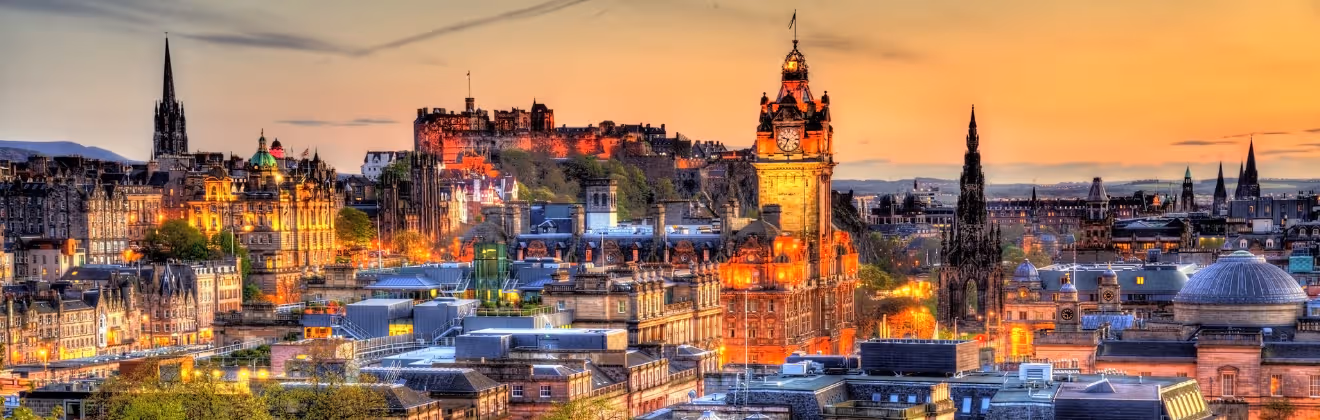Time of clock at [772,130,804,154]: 9:34
